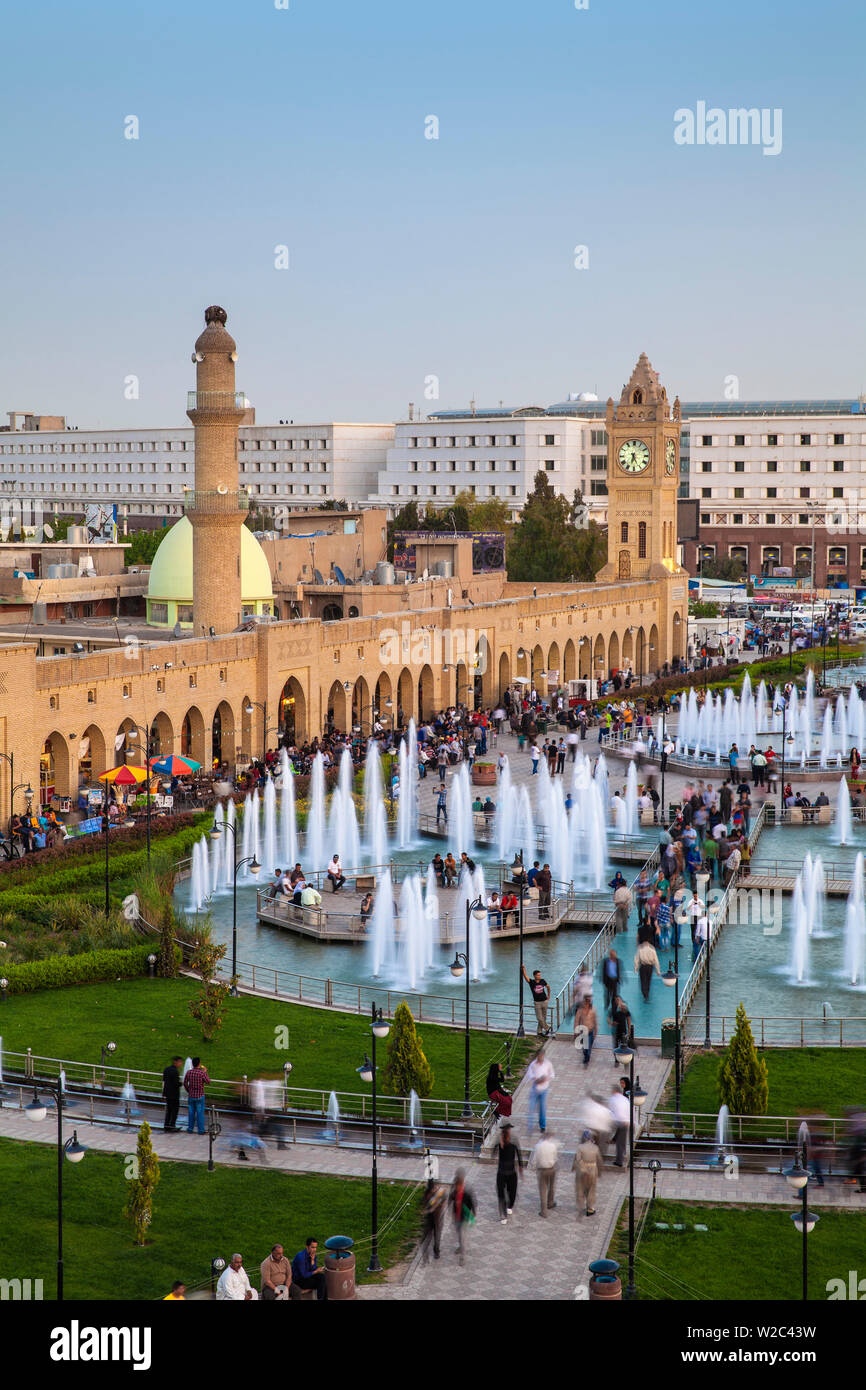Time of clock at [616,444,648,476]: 6:25
